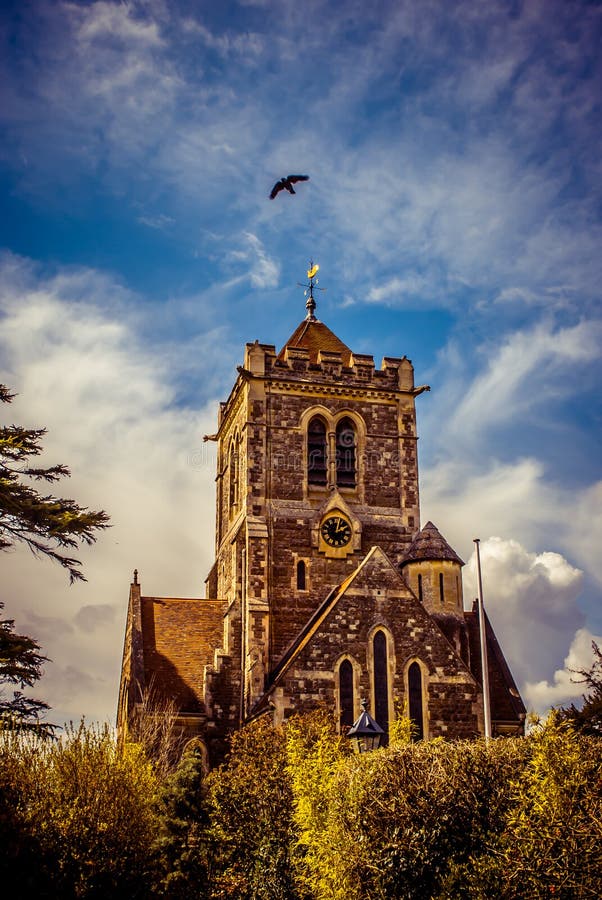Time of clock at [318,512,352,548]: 2:02
